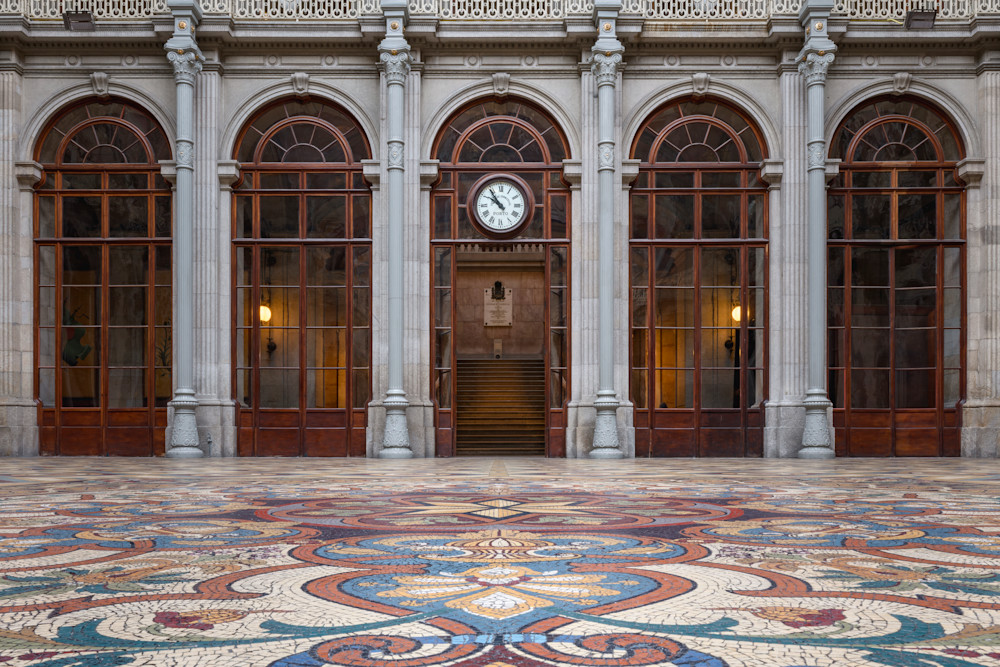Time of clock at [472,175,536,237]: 10:50
